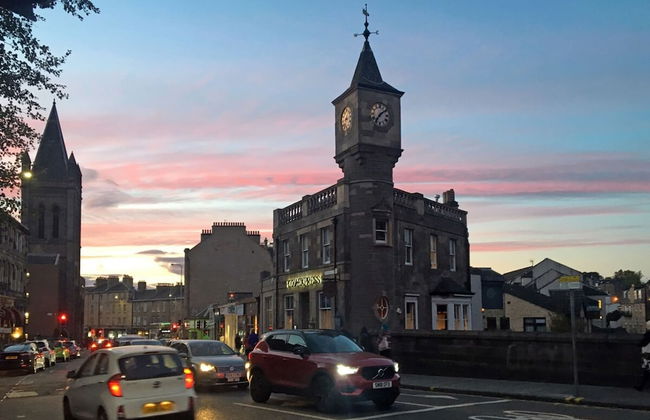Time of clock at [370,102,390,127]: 7:08
